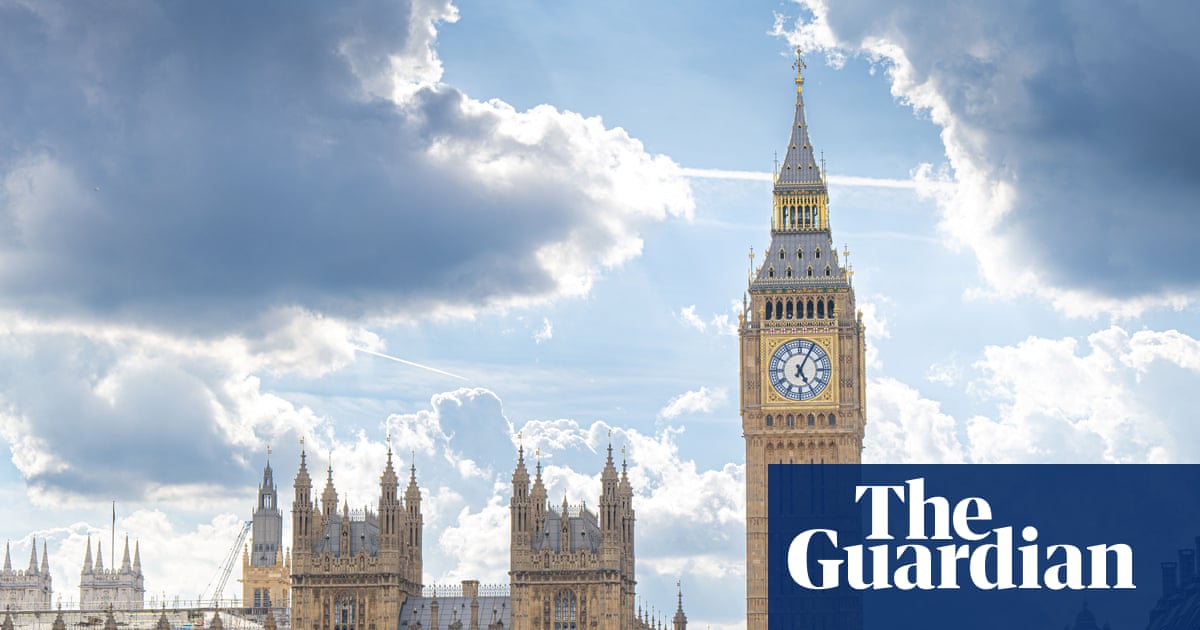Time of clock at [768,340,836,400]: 5:04
